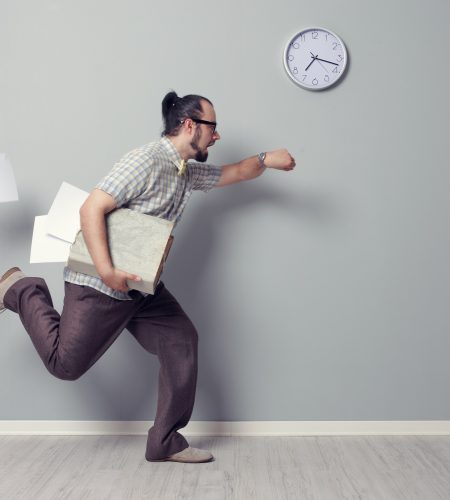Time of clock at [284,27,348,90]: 7:17
